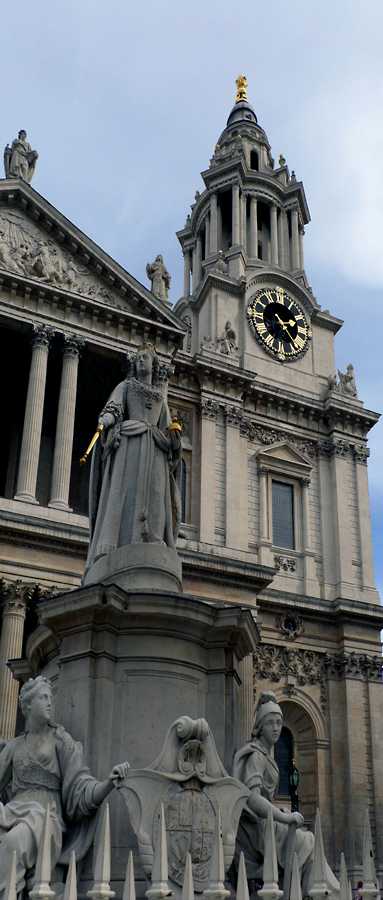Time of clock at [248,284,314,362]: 2:23
